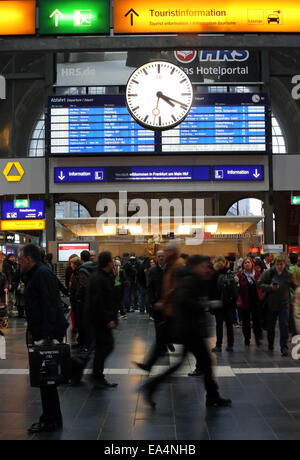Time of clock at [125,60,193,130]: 4:19
